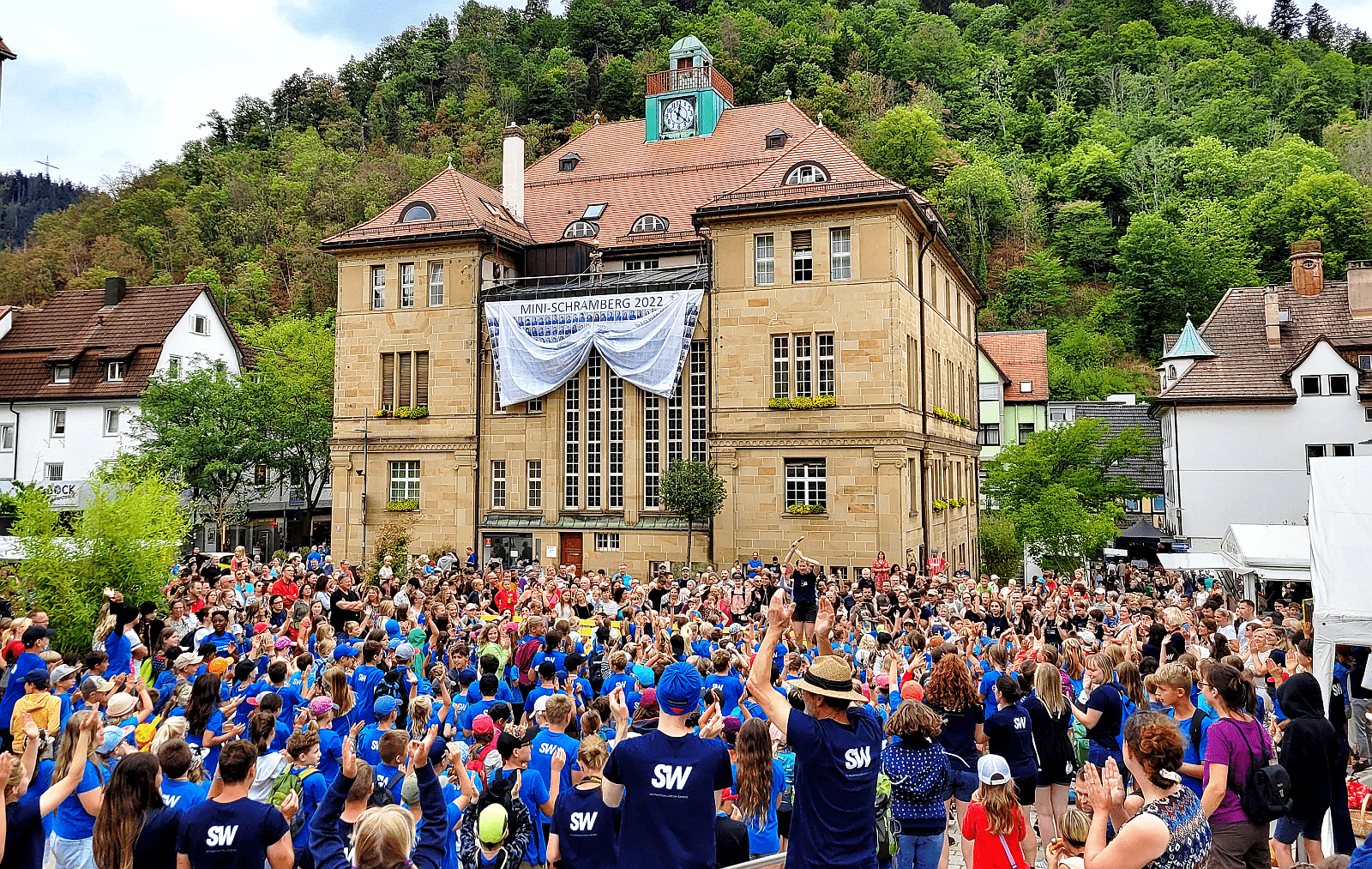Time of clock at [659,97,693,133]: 12:21
